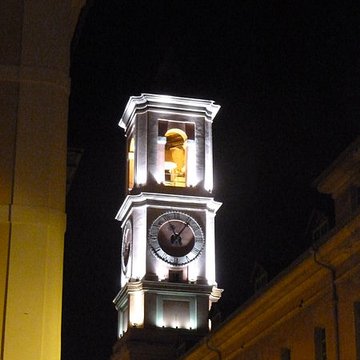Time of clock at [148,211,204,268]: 11:06
